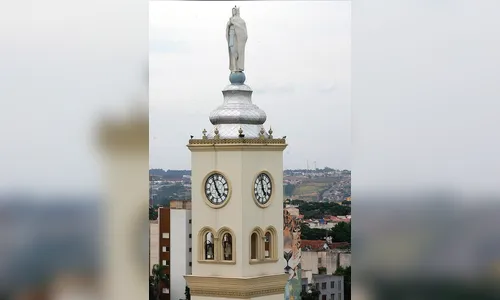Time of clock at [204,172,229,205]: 4:56
